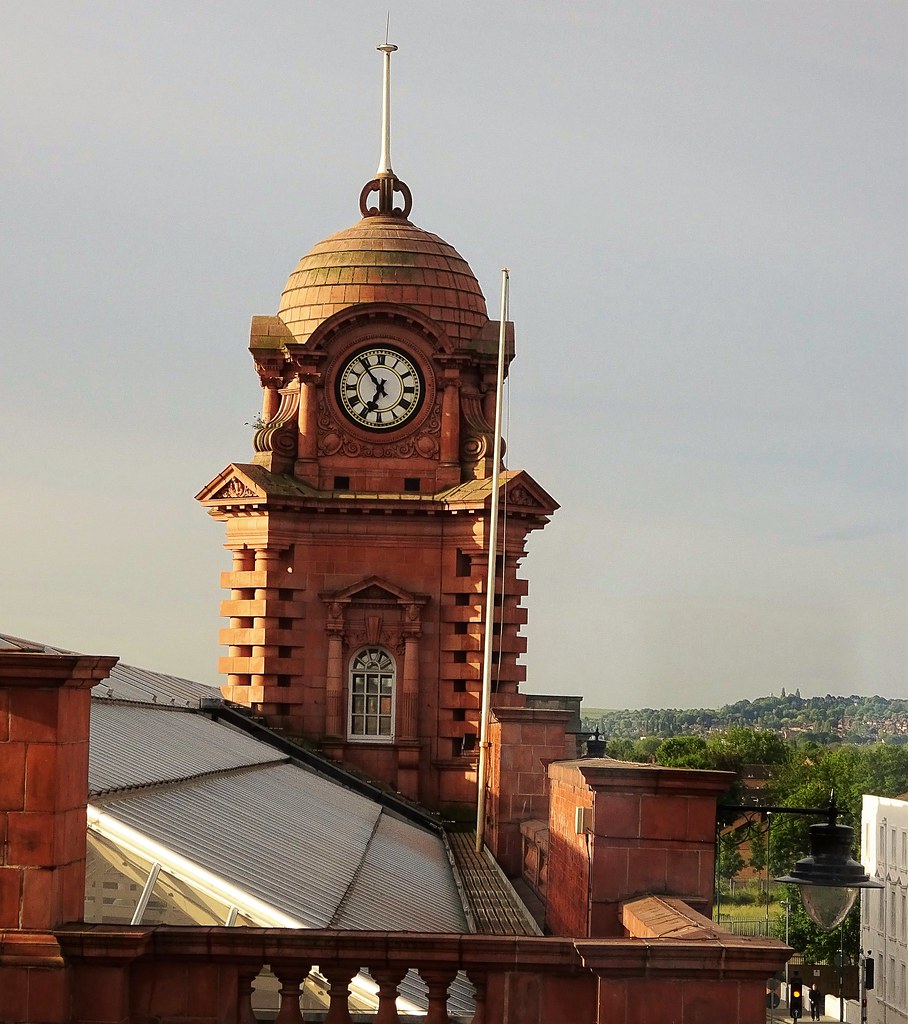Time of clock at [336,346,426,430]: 6:53
